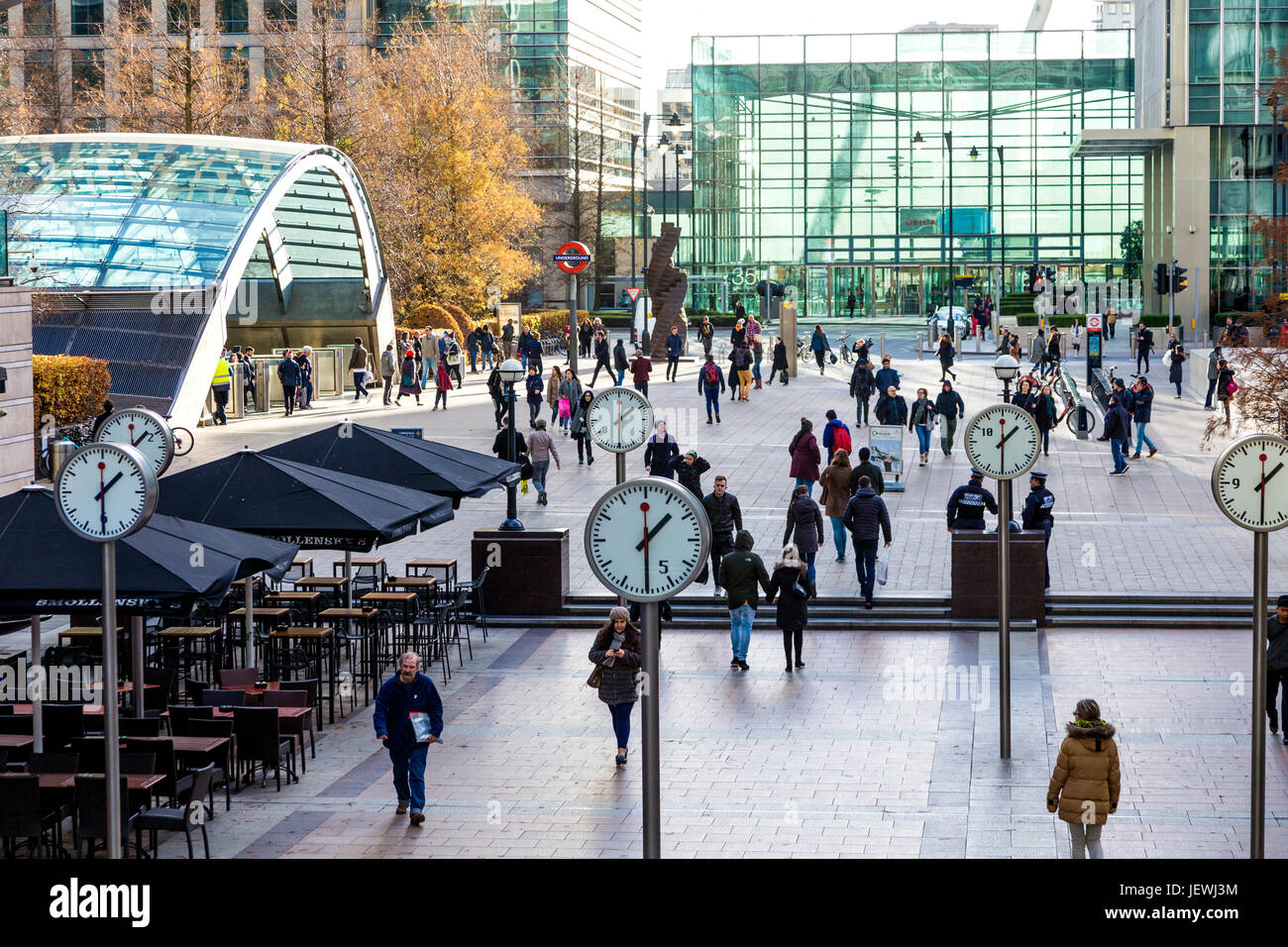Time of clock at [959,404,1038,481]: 1:30
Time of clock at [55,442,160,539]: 1:30
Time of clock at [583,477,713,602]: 1:30
